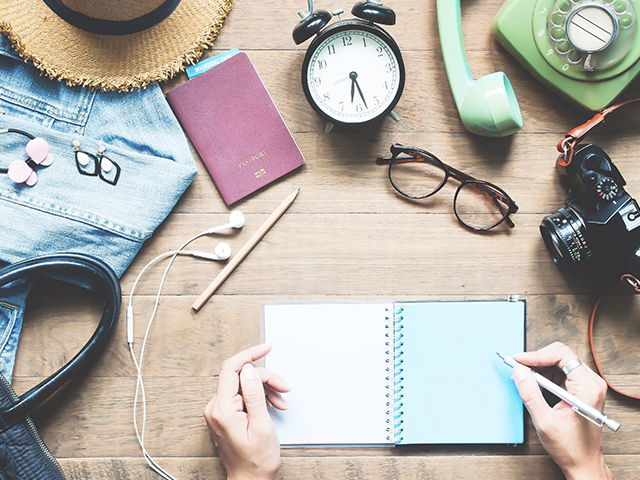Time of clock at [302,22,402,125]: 6:28
